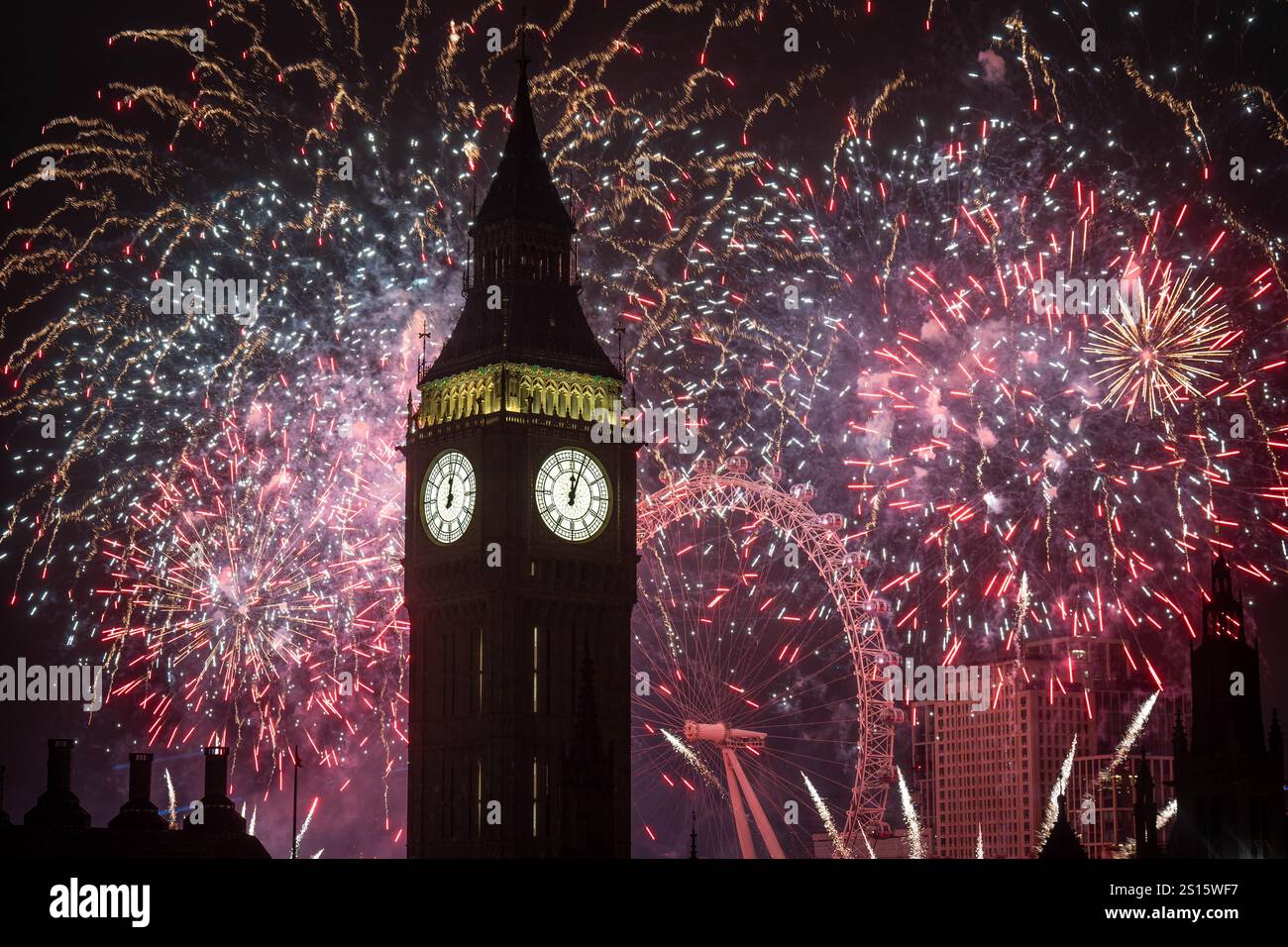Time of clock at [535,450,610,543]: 12:03
